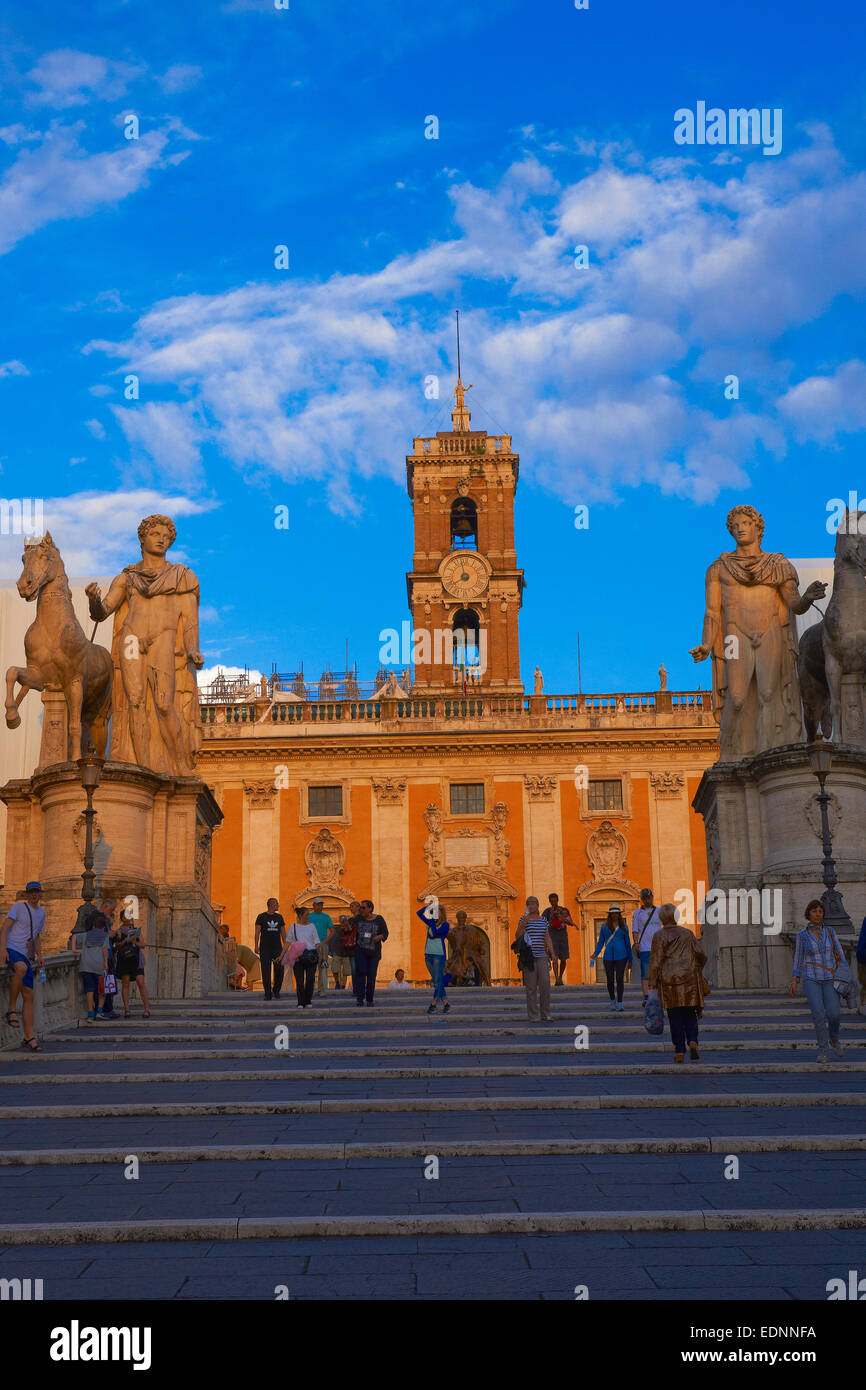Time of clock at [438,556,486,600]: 7:58
